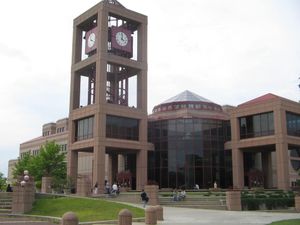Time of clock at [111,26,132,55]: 4:01
